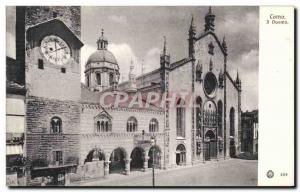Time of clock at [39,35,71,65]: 1:59
